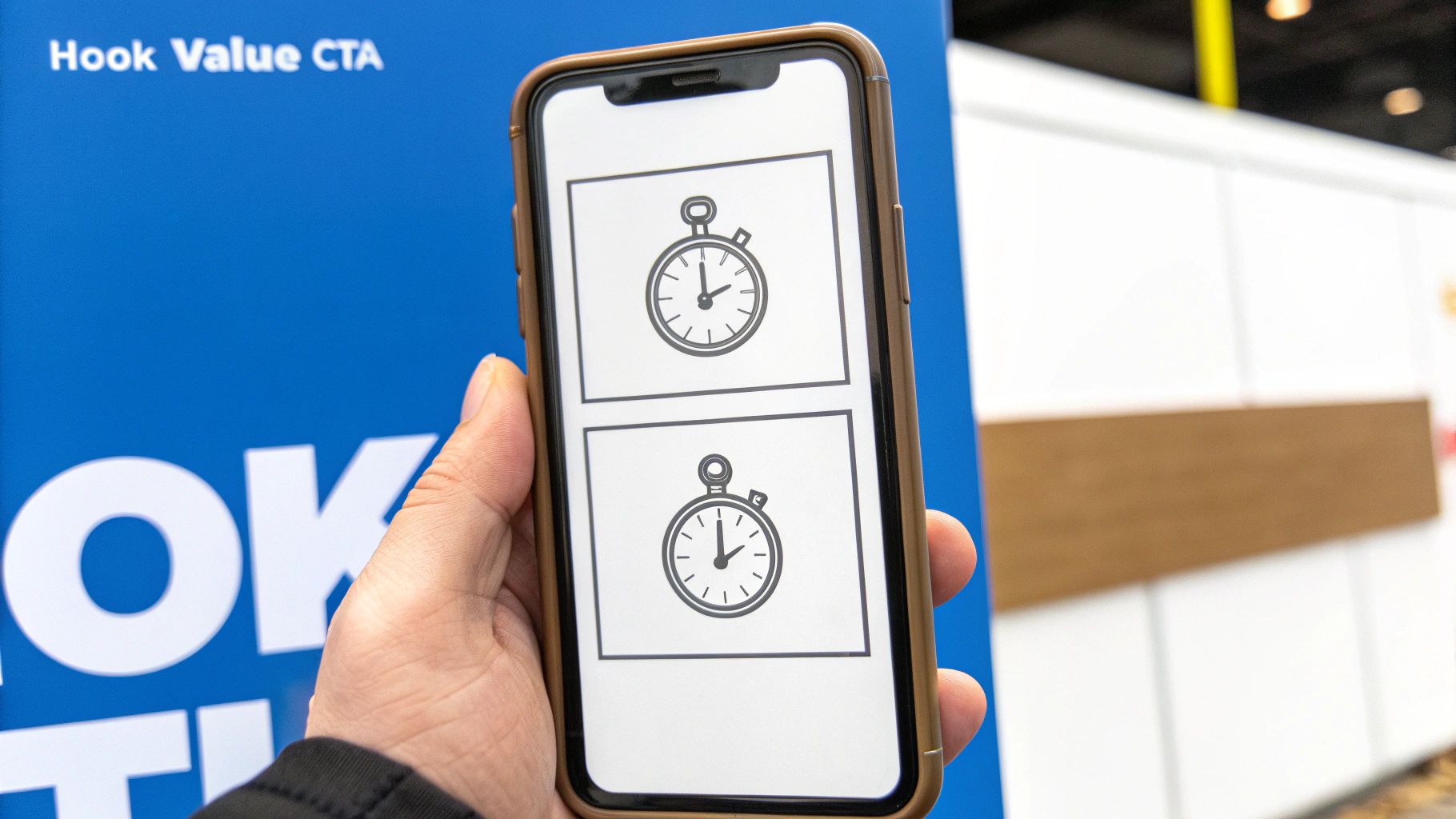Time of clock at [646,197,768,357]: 1:59
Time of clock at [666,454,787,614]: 2:00
